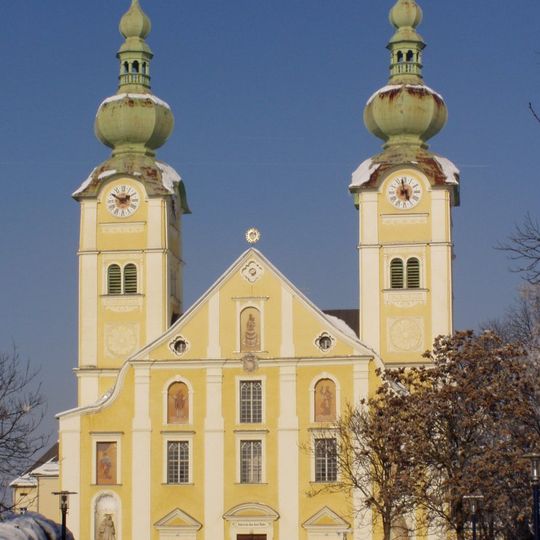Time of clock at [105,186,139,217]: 1:50
